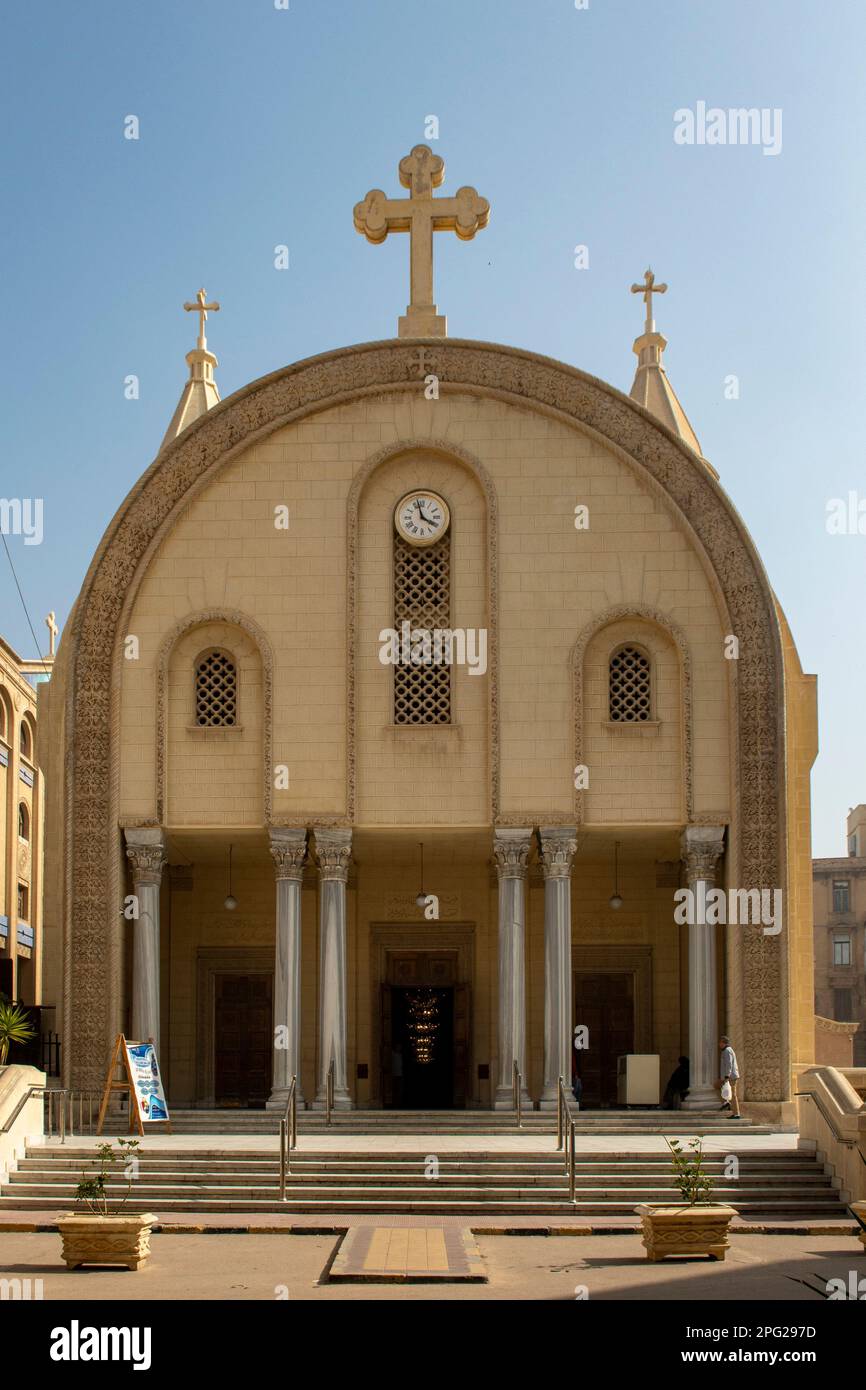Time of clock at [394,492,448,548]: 3:57
